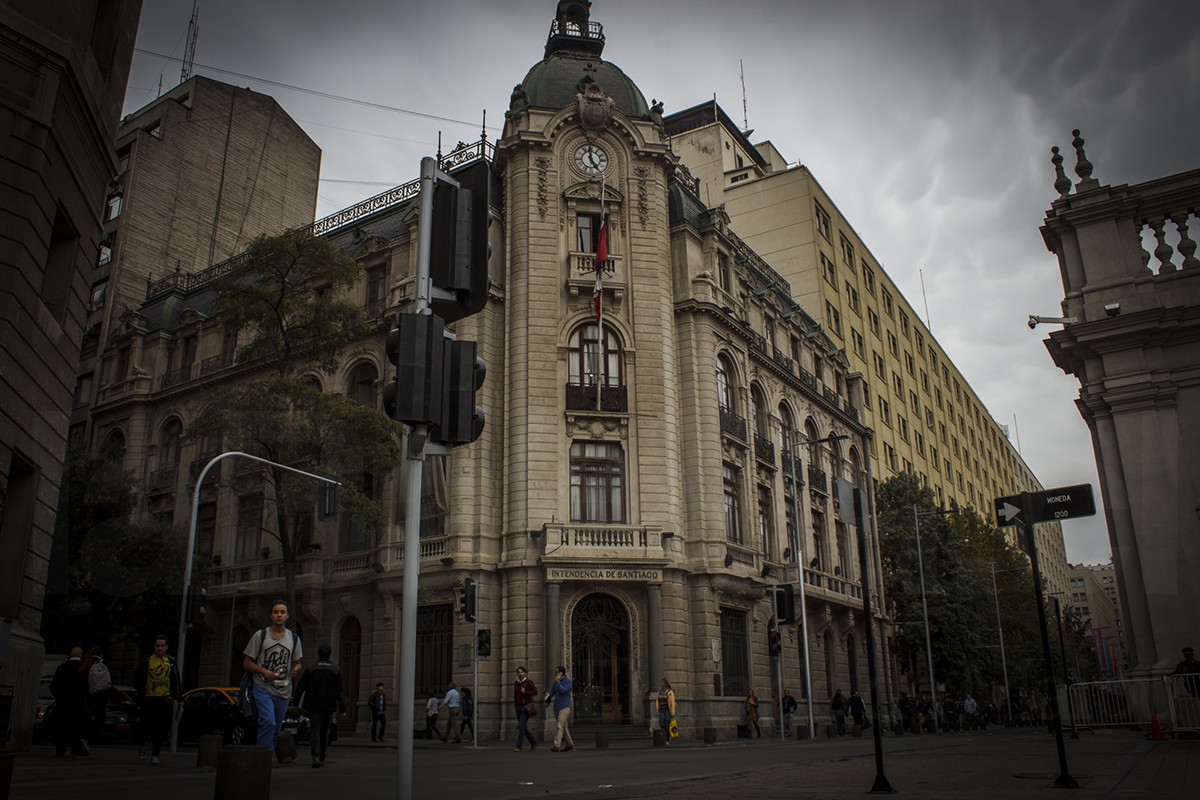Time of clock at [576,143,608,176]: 4:59
